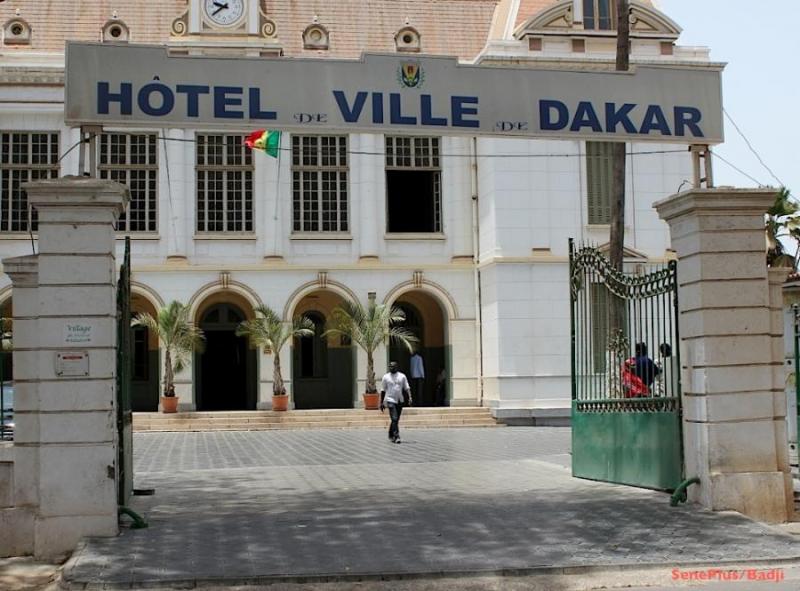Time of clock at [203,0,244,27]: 9:38
